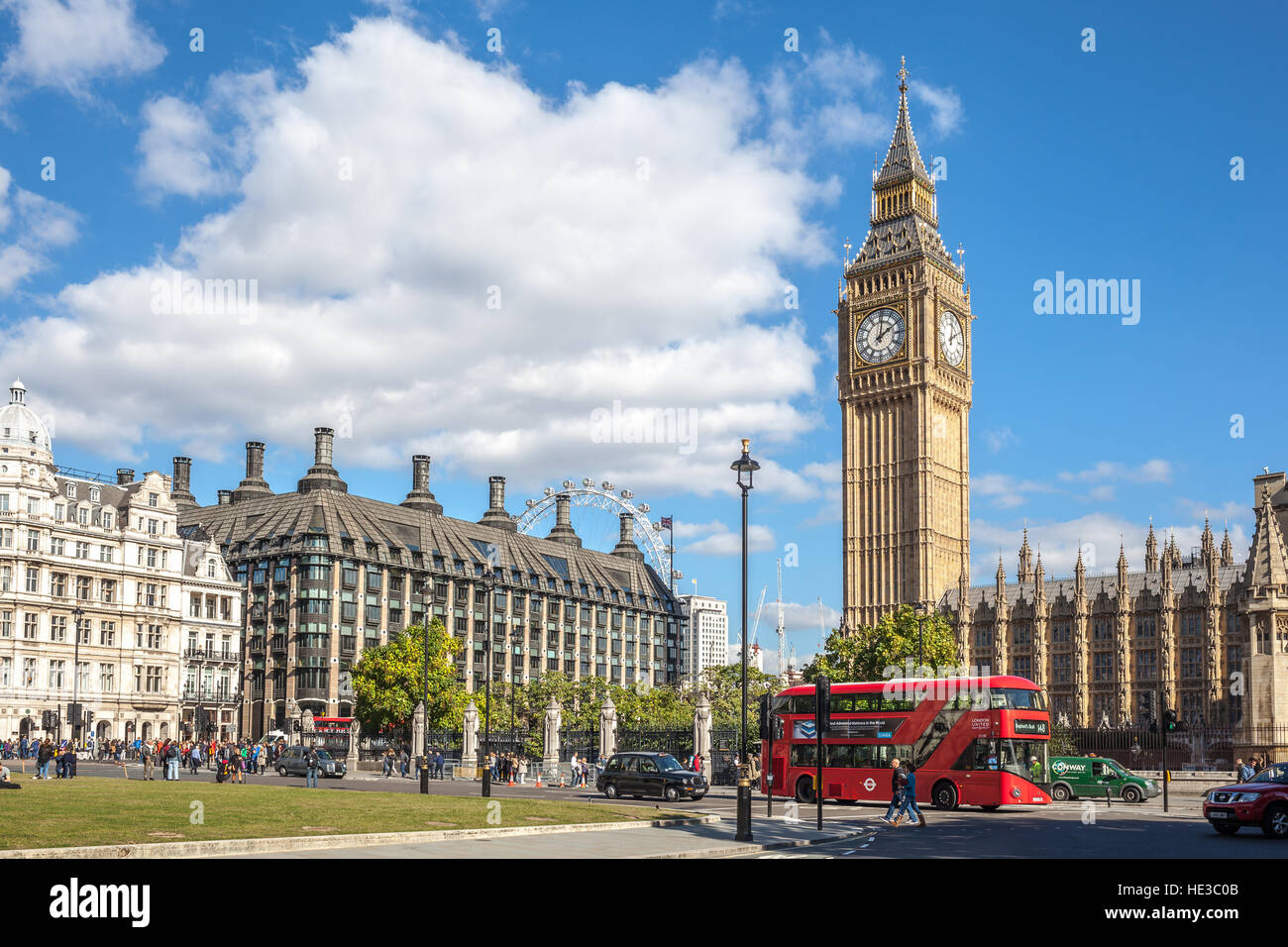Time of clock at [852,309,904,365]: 2:01
